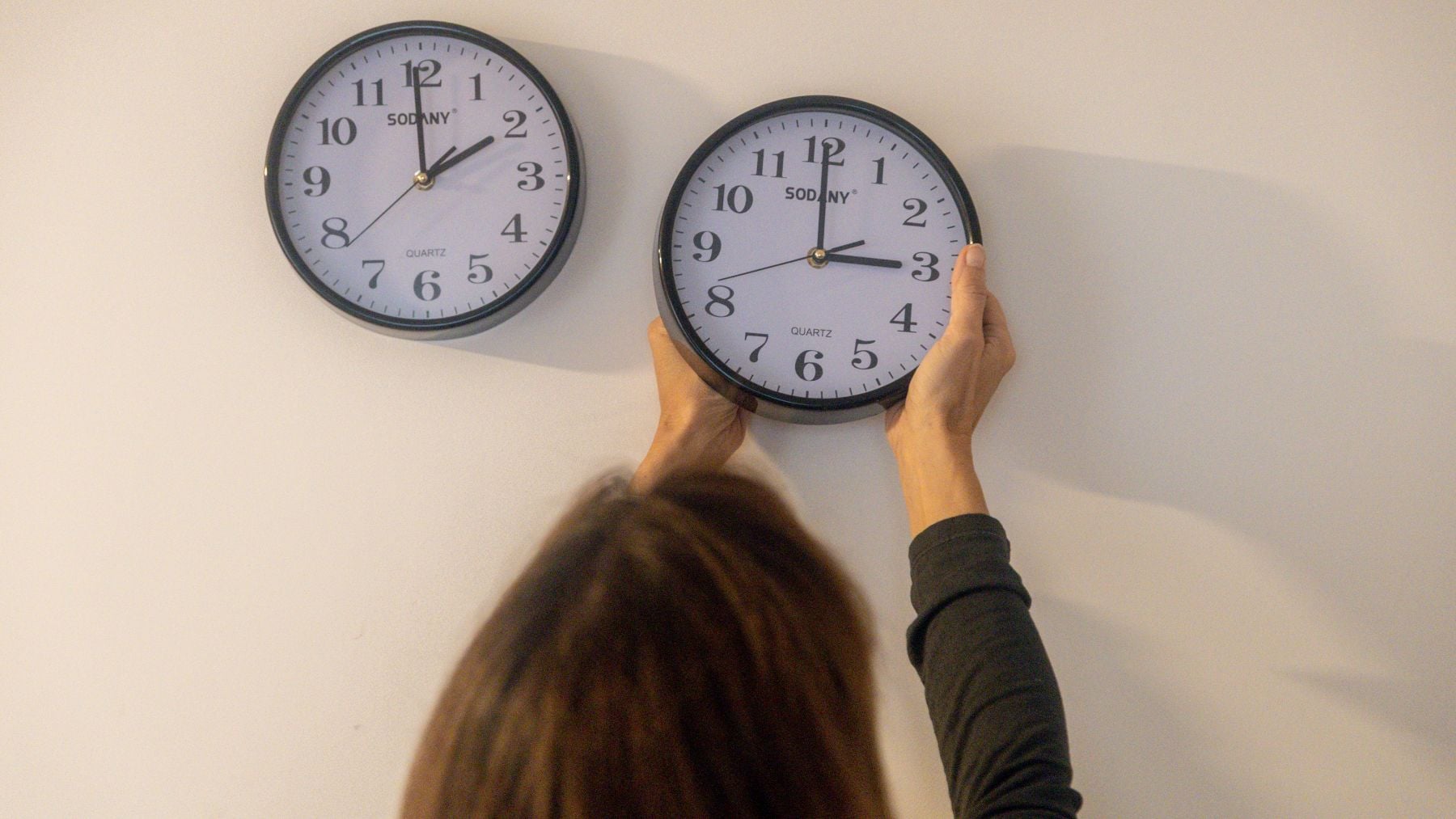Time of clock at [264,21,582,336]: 1:59
